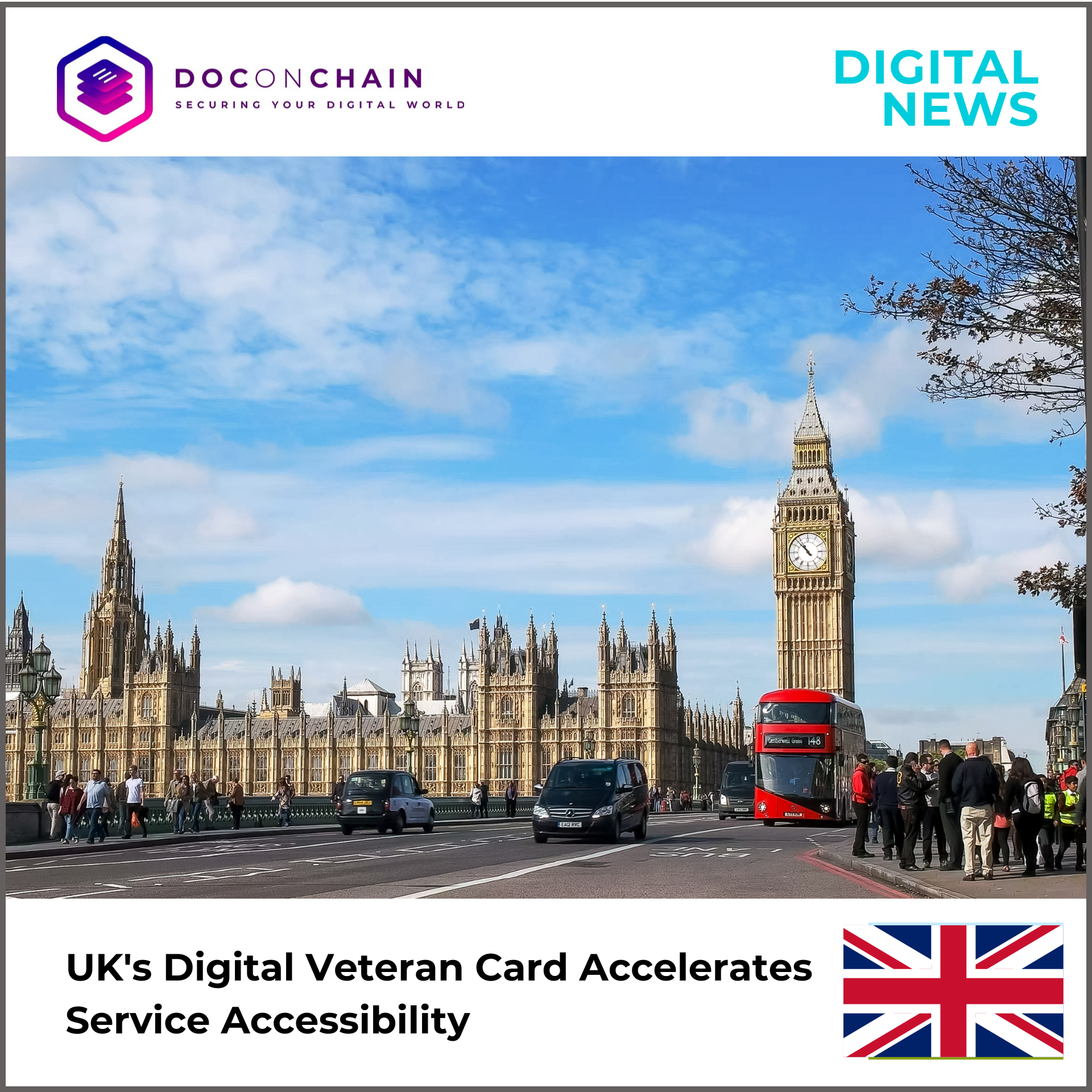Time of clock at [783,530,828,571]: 10:52
